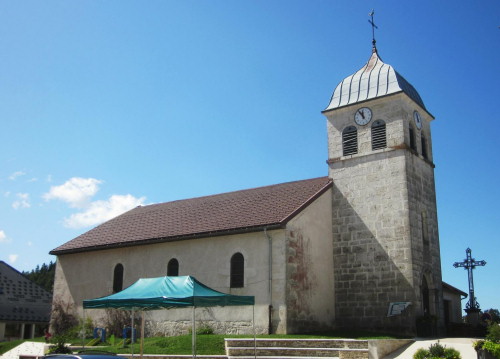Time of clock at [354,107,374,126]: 11:54
